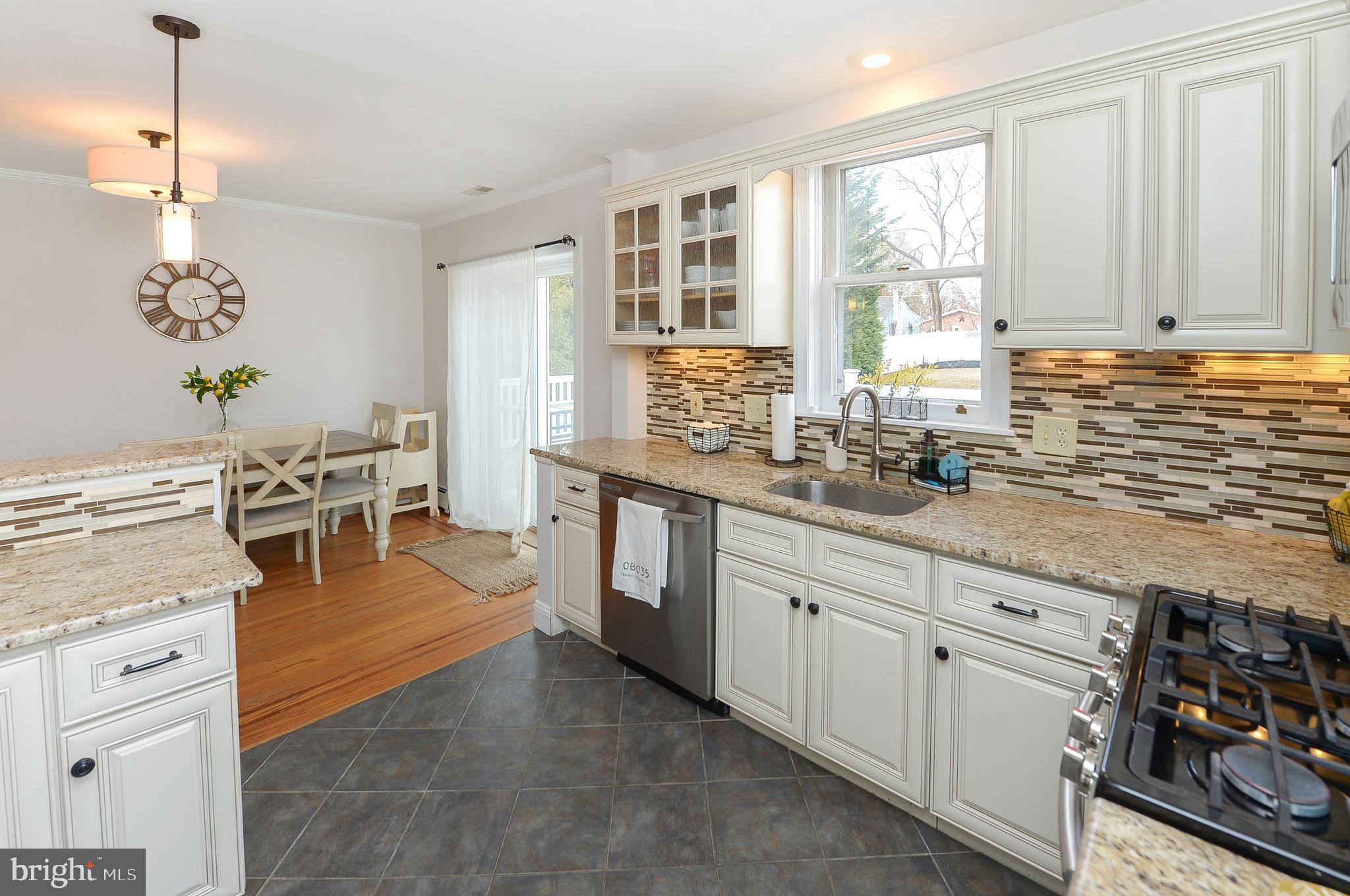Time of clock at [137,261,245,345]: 2:27
